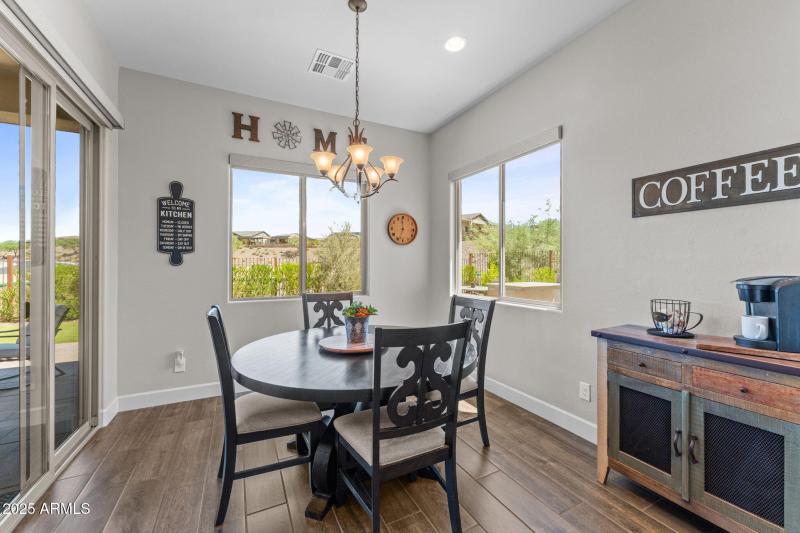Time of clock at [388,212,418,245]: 11:33
